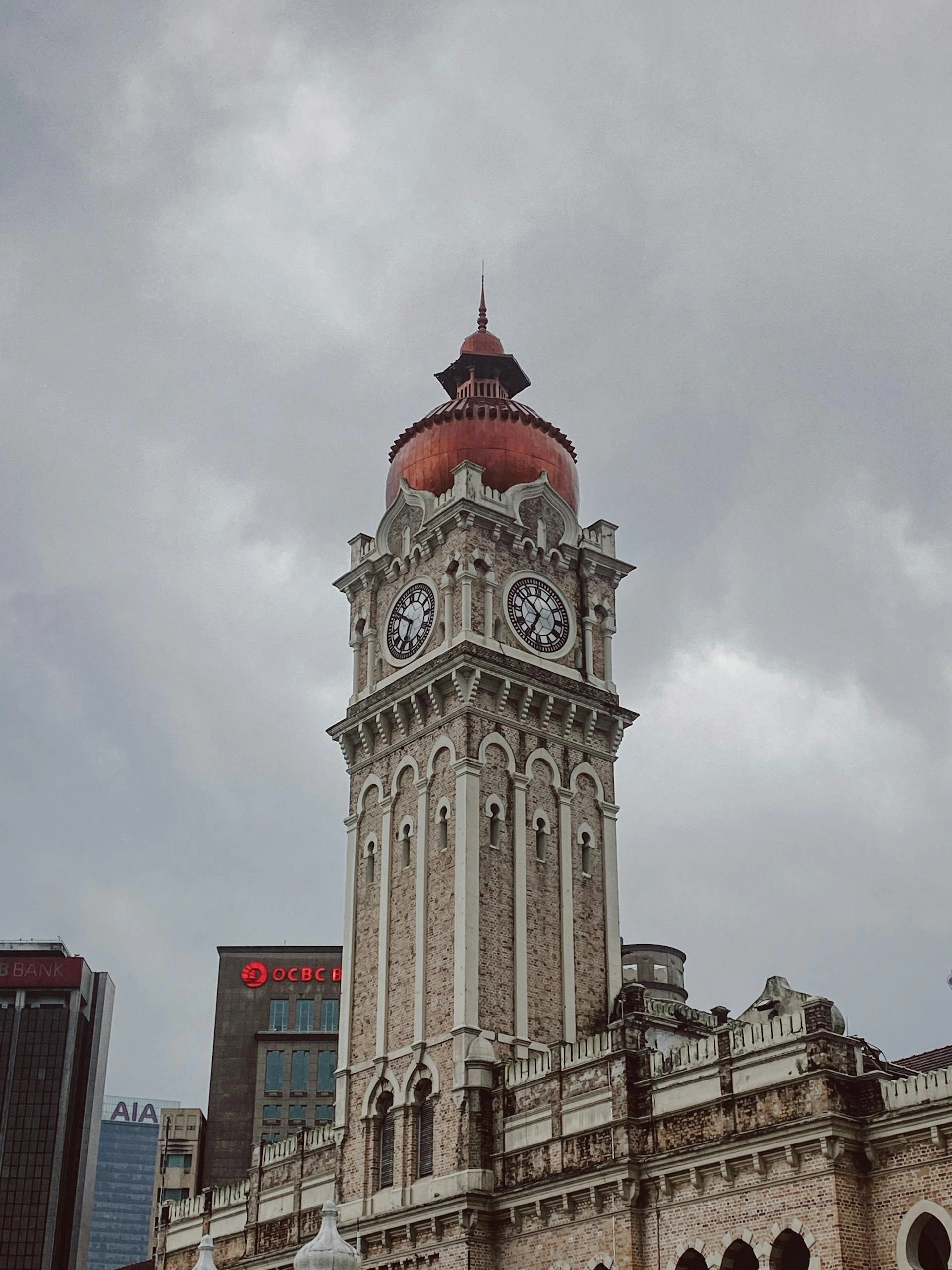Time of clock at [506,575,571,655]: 6:52
